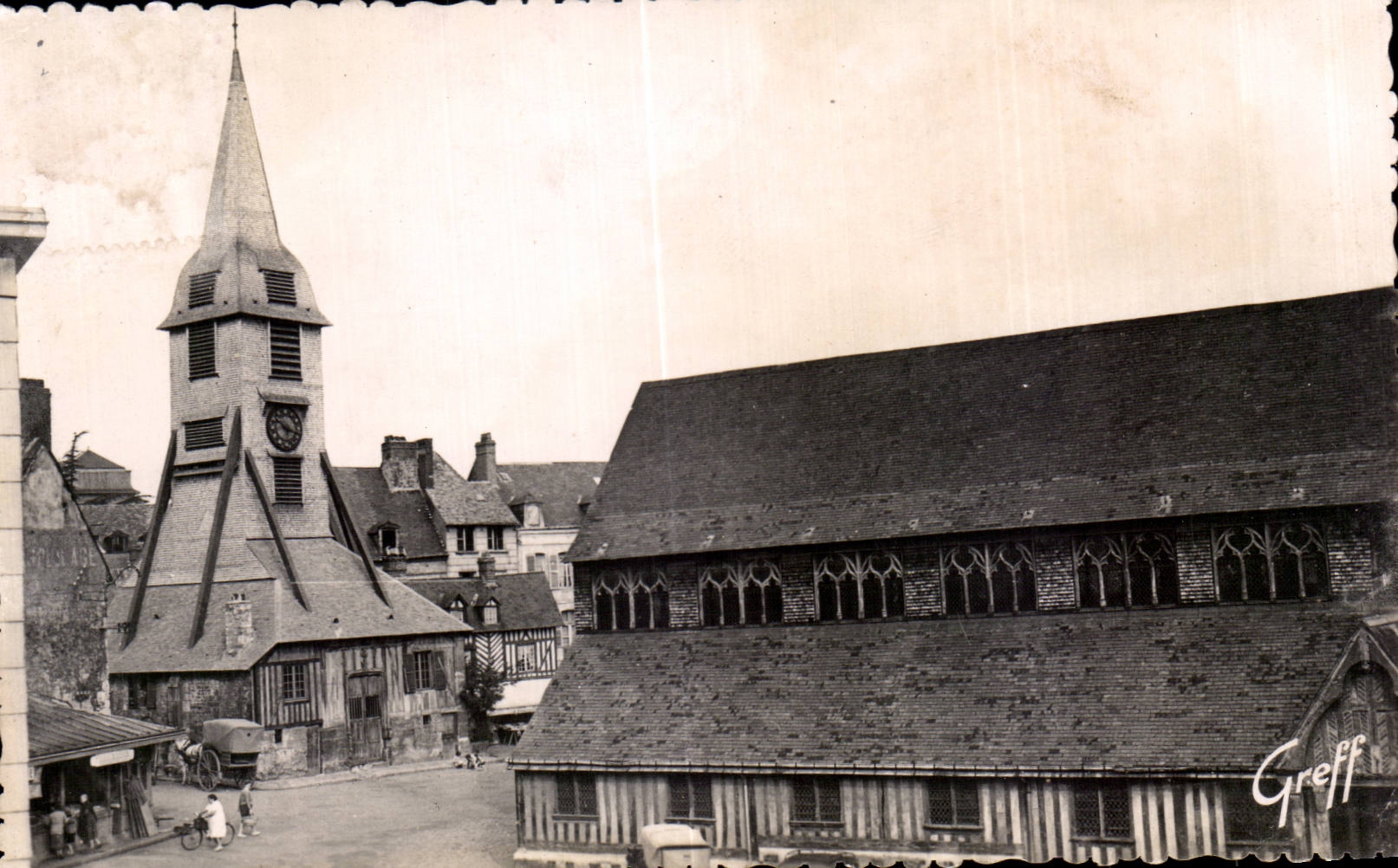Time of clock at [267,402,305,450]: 10:17
